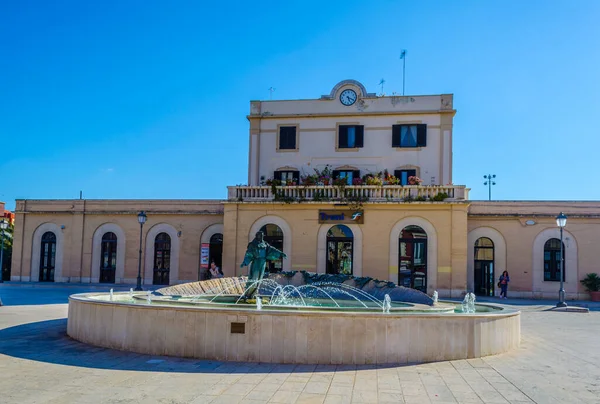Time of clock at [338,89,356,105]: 5:18
